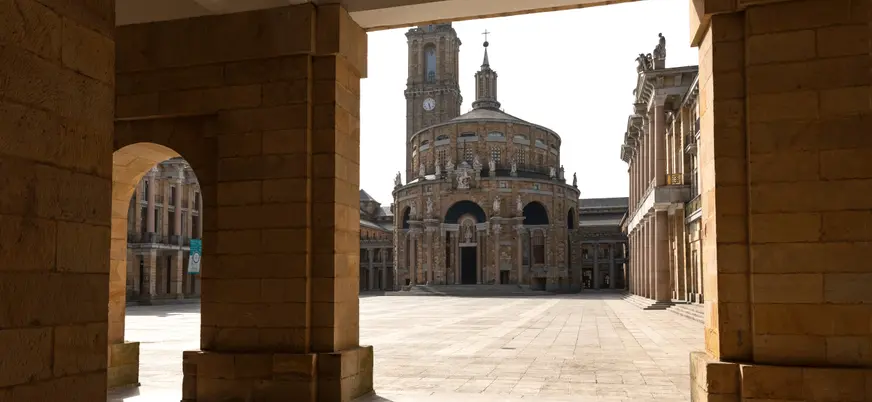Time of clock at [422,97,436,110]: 5:26
